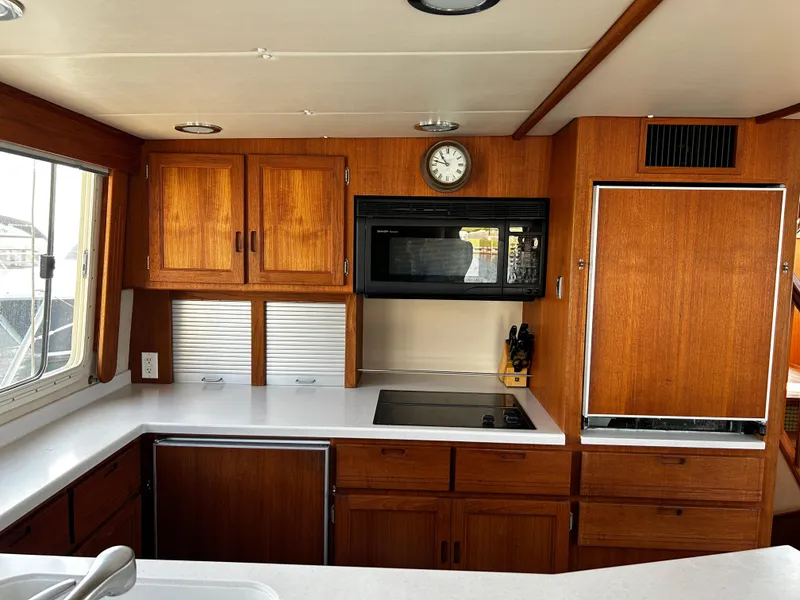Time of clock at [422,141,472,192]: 10:47
